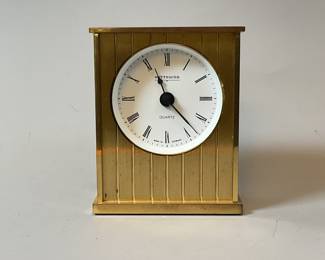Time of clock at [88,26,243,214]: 11:23
